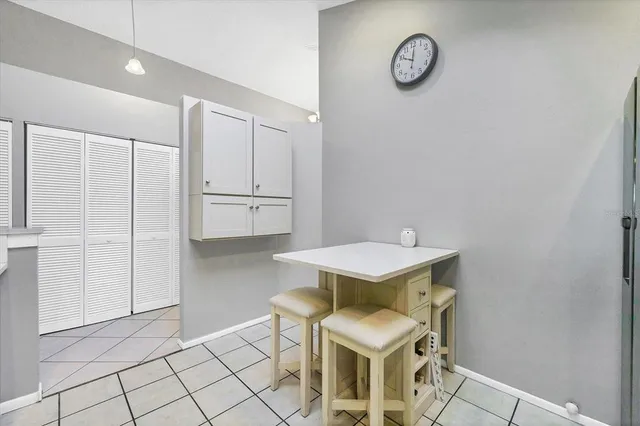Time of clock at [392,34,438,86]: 10:00
